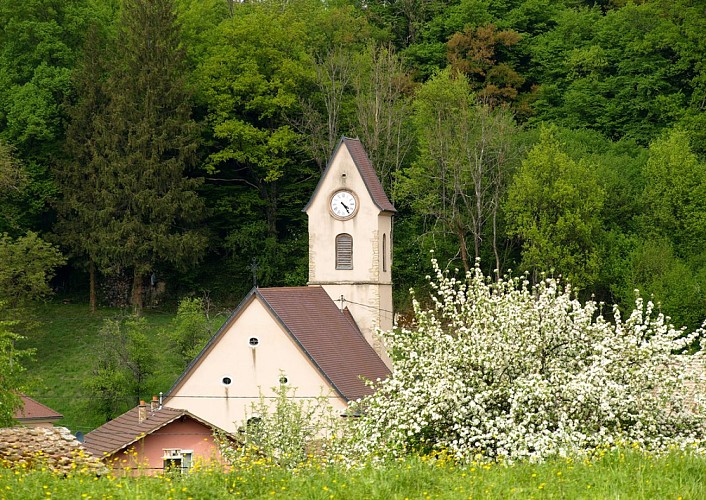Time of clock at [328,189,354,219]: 4:24
